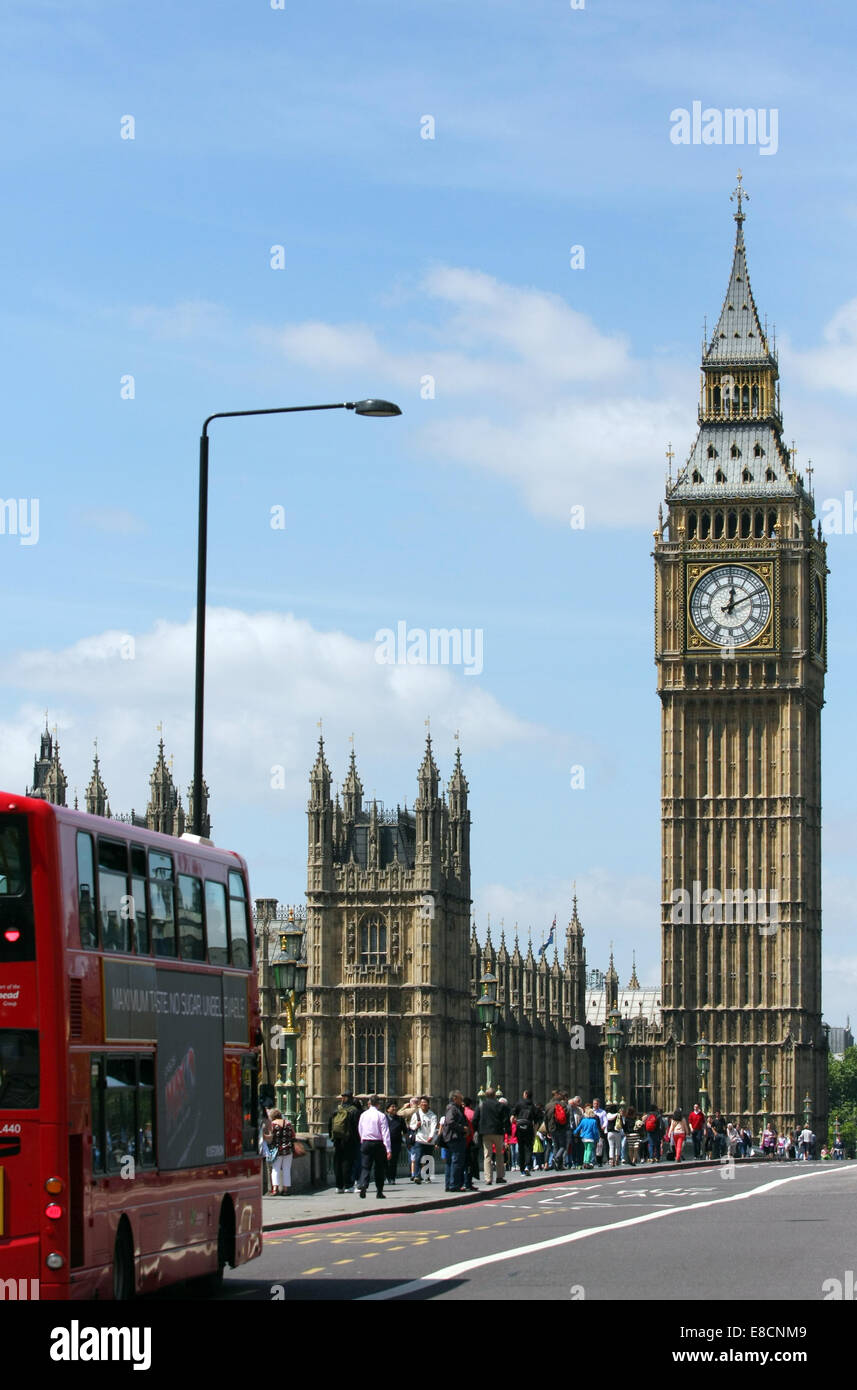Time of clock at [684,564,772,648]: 12:10
